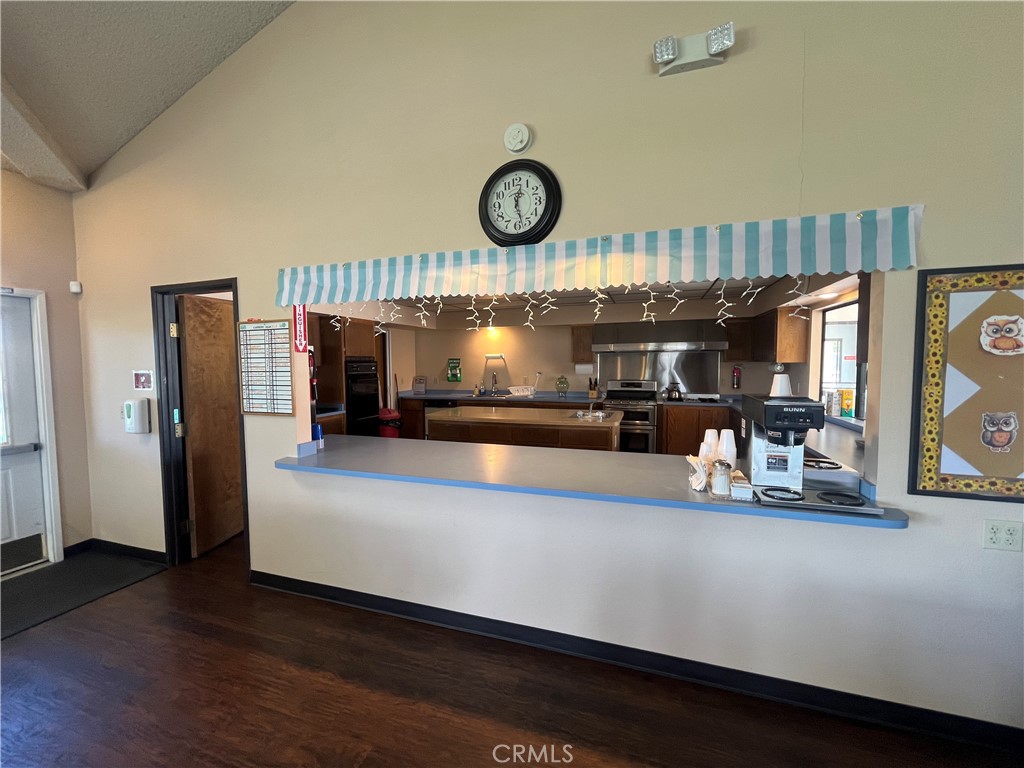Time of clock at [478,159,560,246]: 12:27
